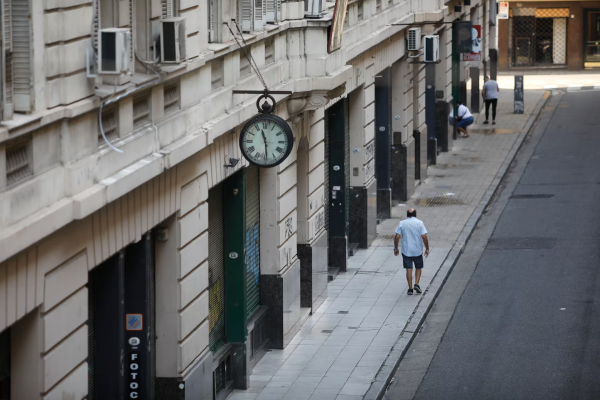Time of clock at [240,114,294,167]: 11:29
